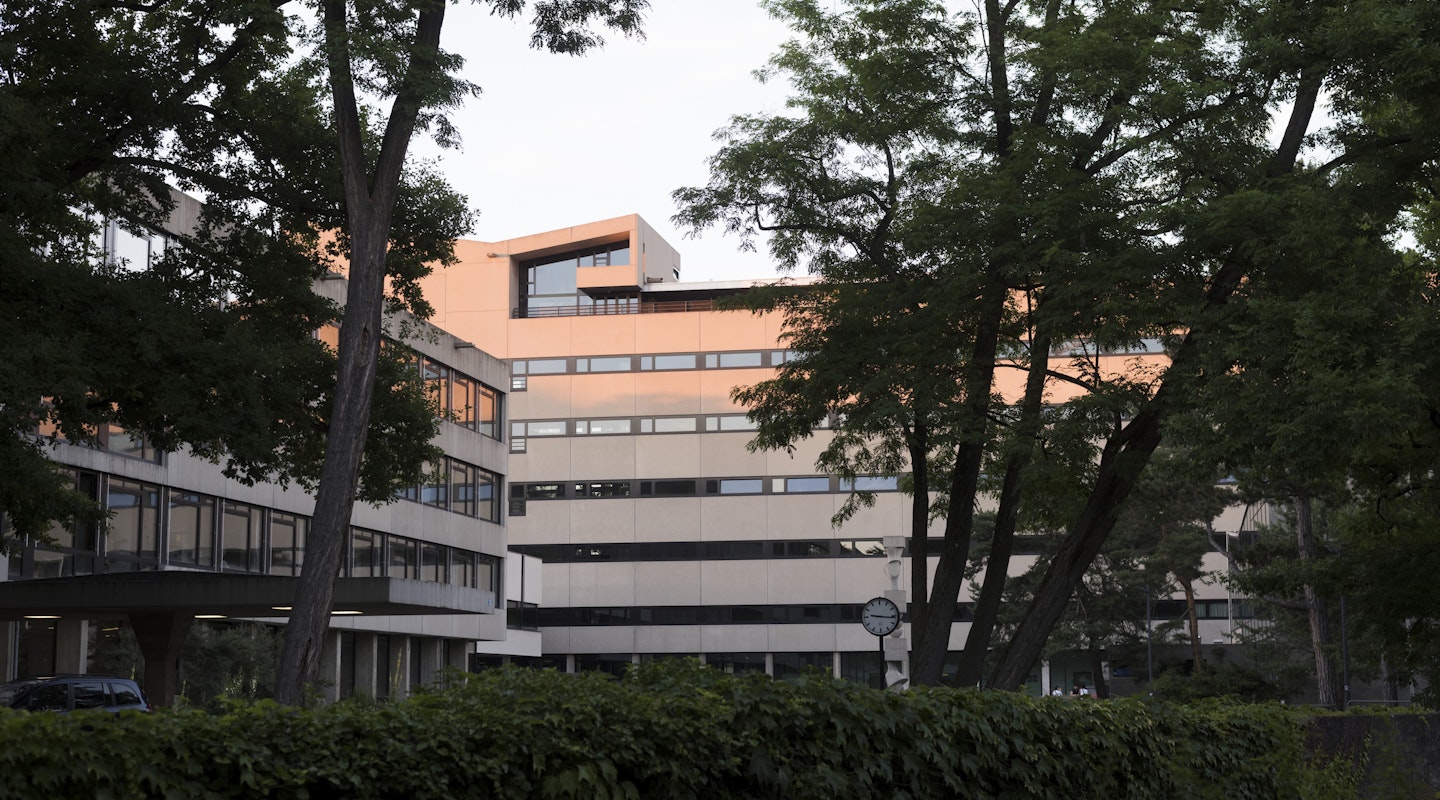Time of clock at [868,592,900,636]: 9:16
